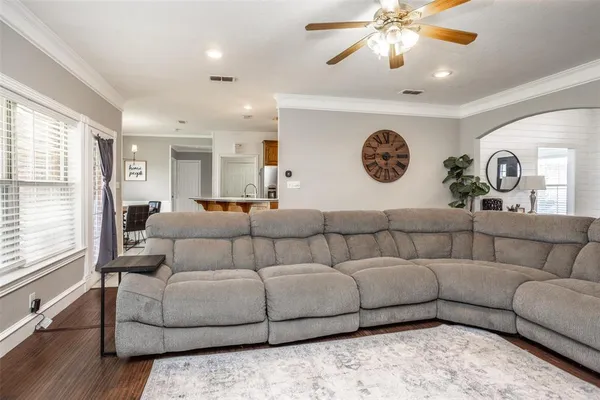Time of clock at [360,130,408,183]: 6:15
